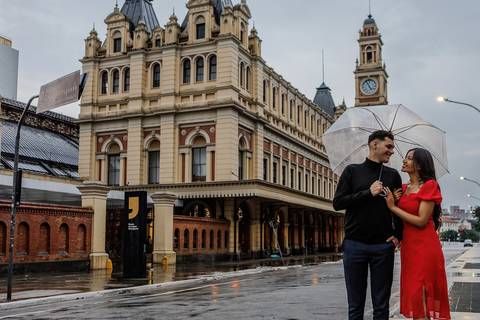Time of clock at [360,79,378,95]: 4:56
